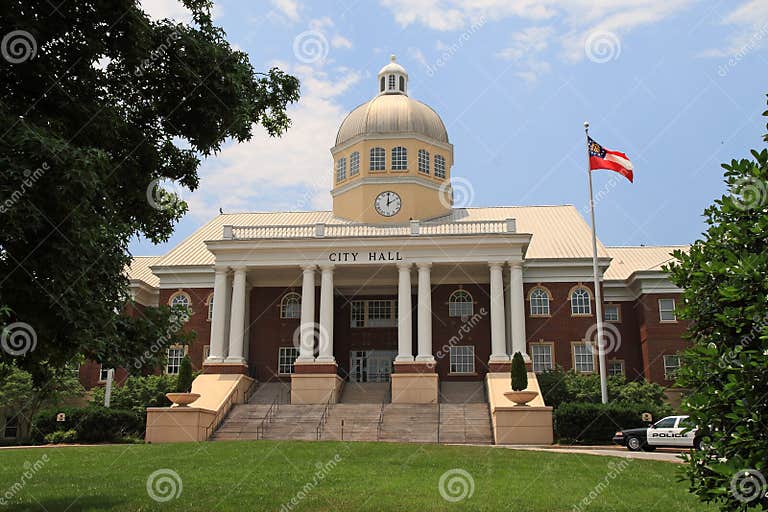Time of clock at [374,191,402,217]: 2:00
